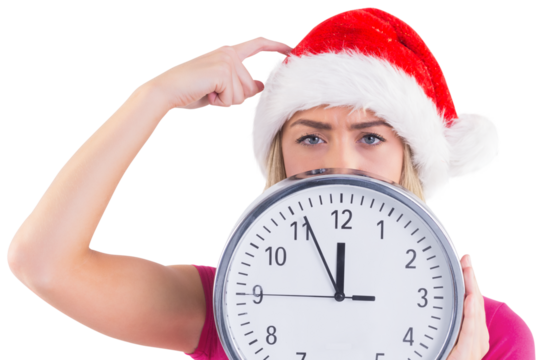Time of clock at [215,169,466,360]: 11:55
